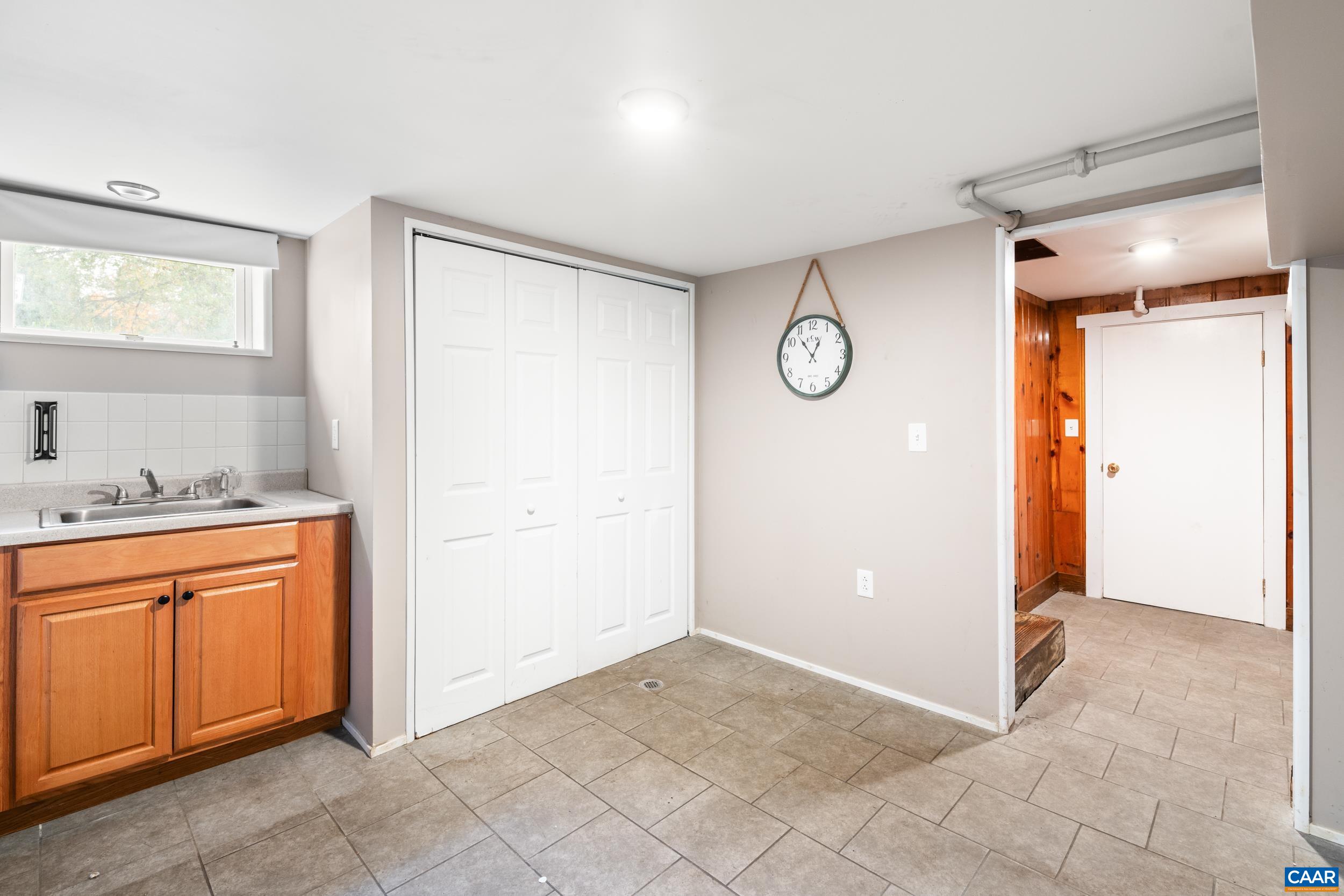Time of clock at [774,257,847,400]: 12:53
